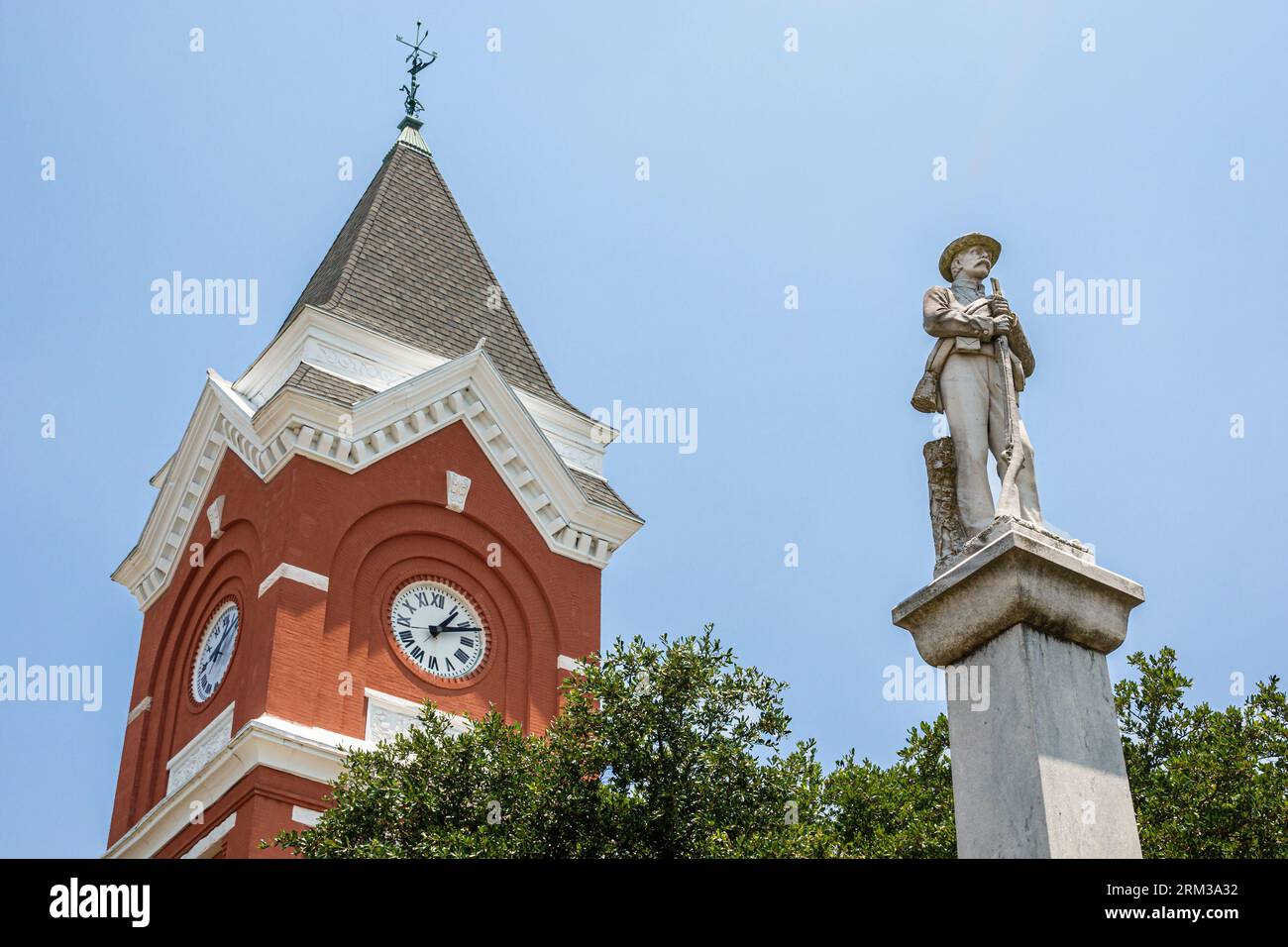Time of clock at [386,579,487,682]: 1:11
